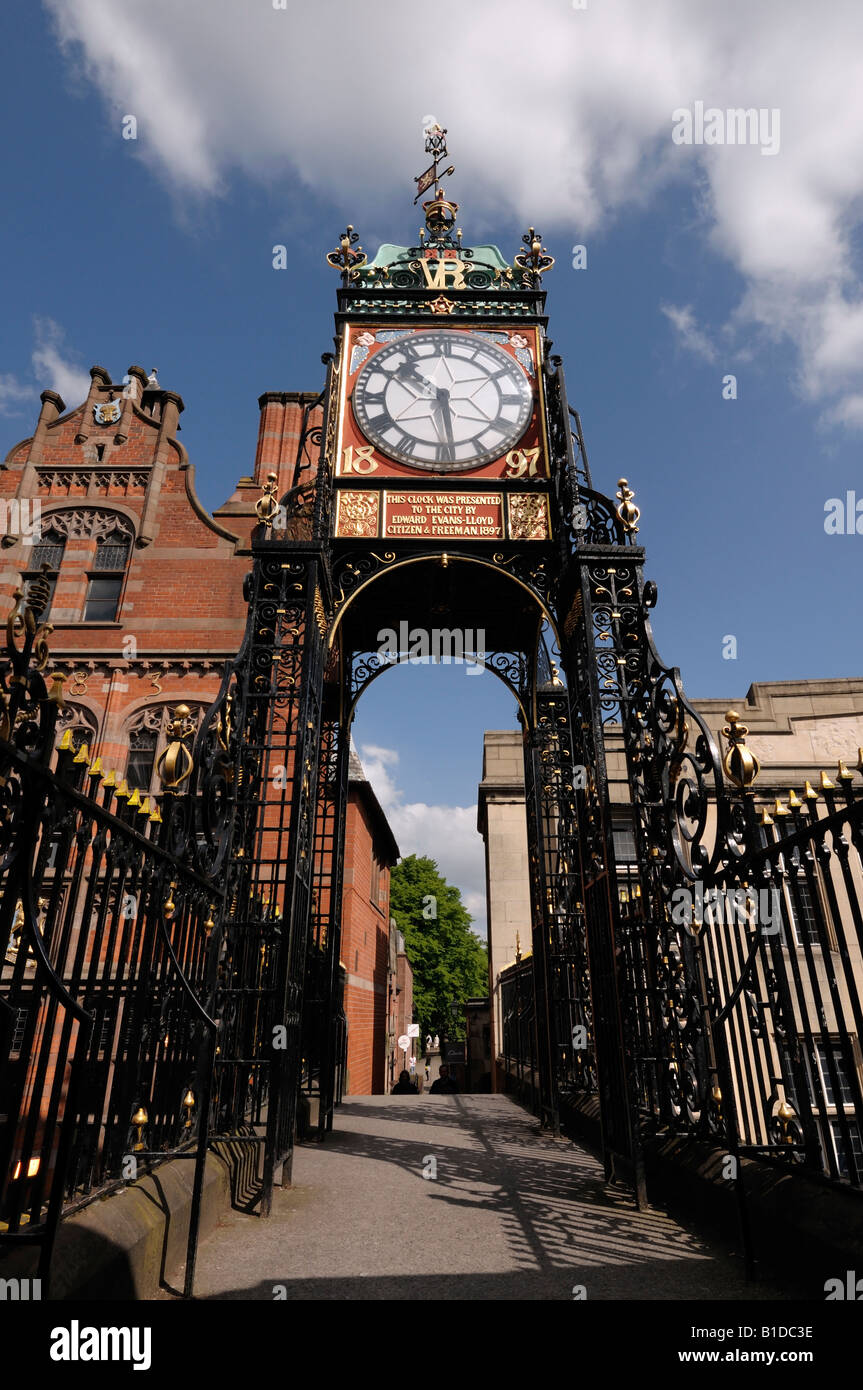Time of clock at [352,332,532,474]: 10:28
